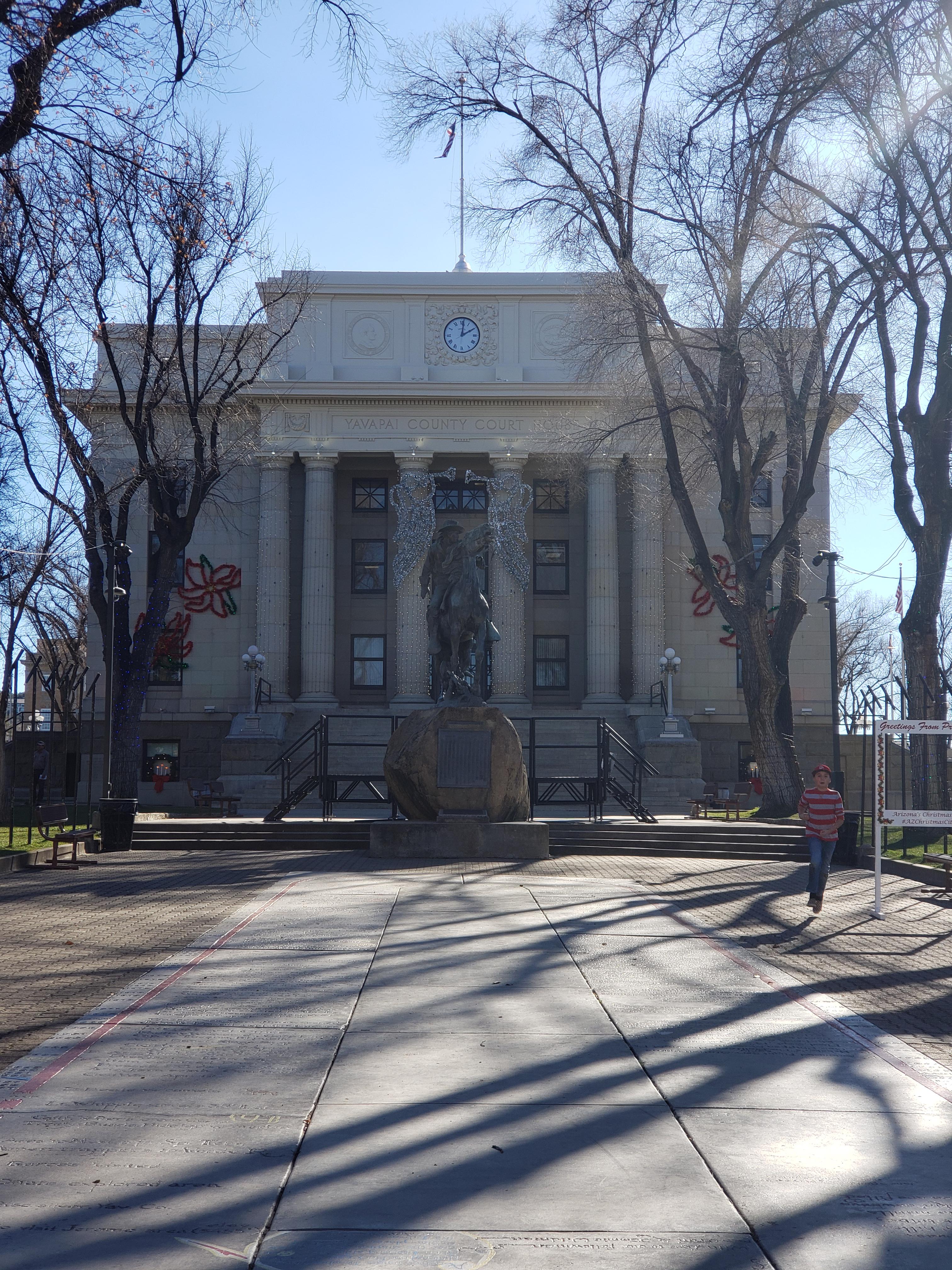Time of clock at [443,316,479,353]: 2:01
